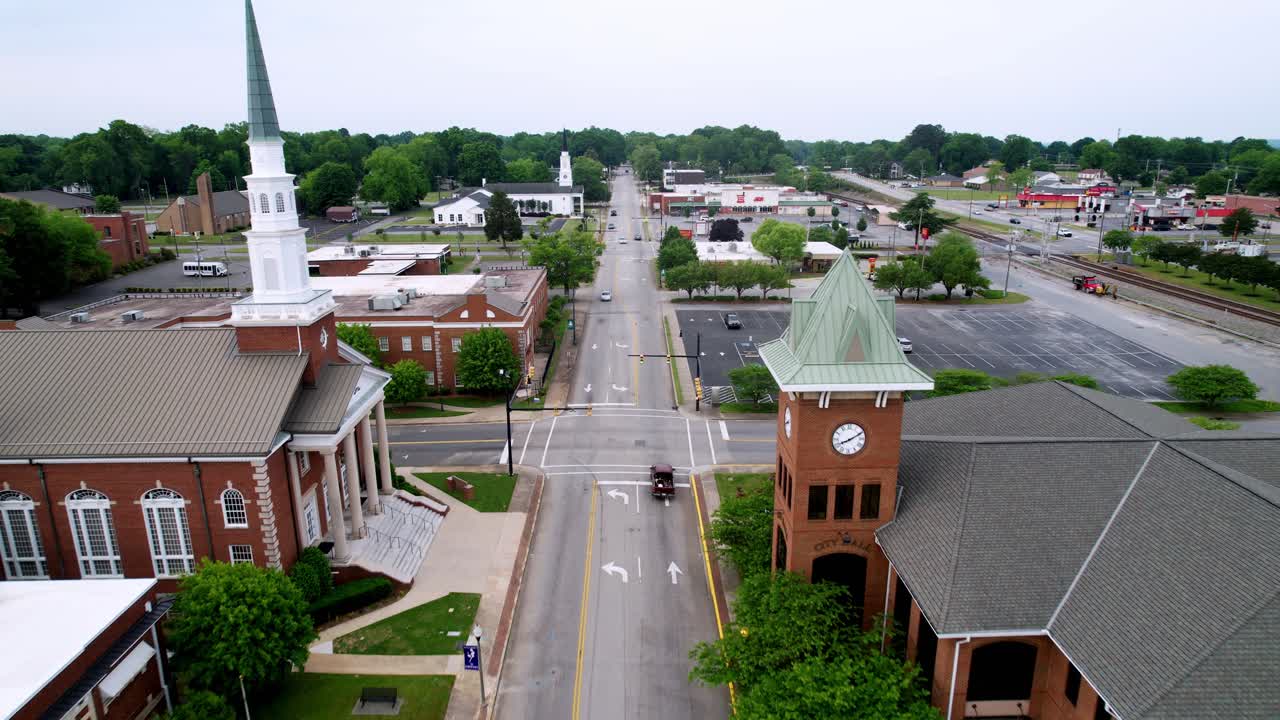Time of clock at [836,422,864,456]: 8:10
